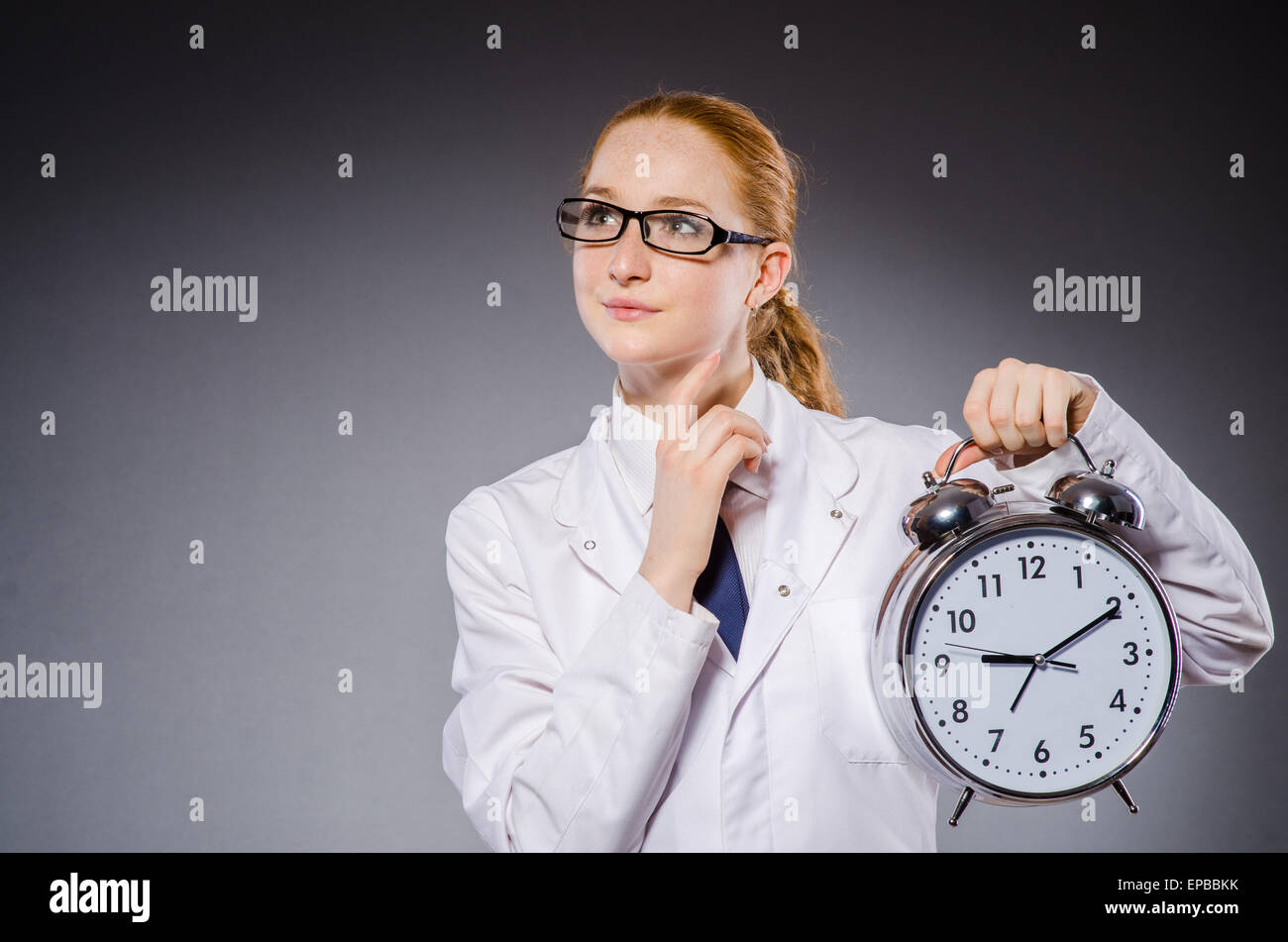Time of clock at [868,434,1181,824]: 9:10
